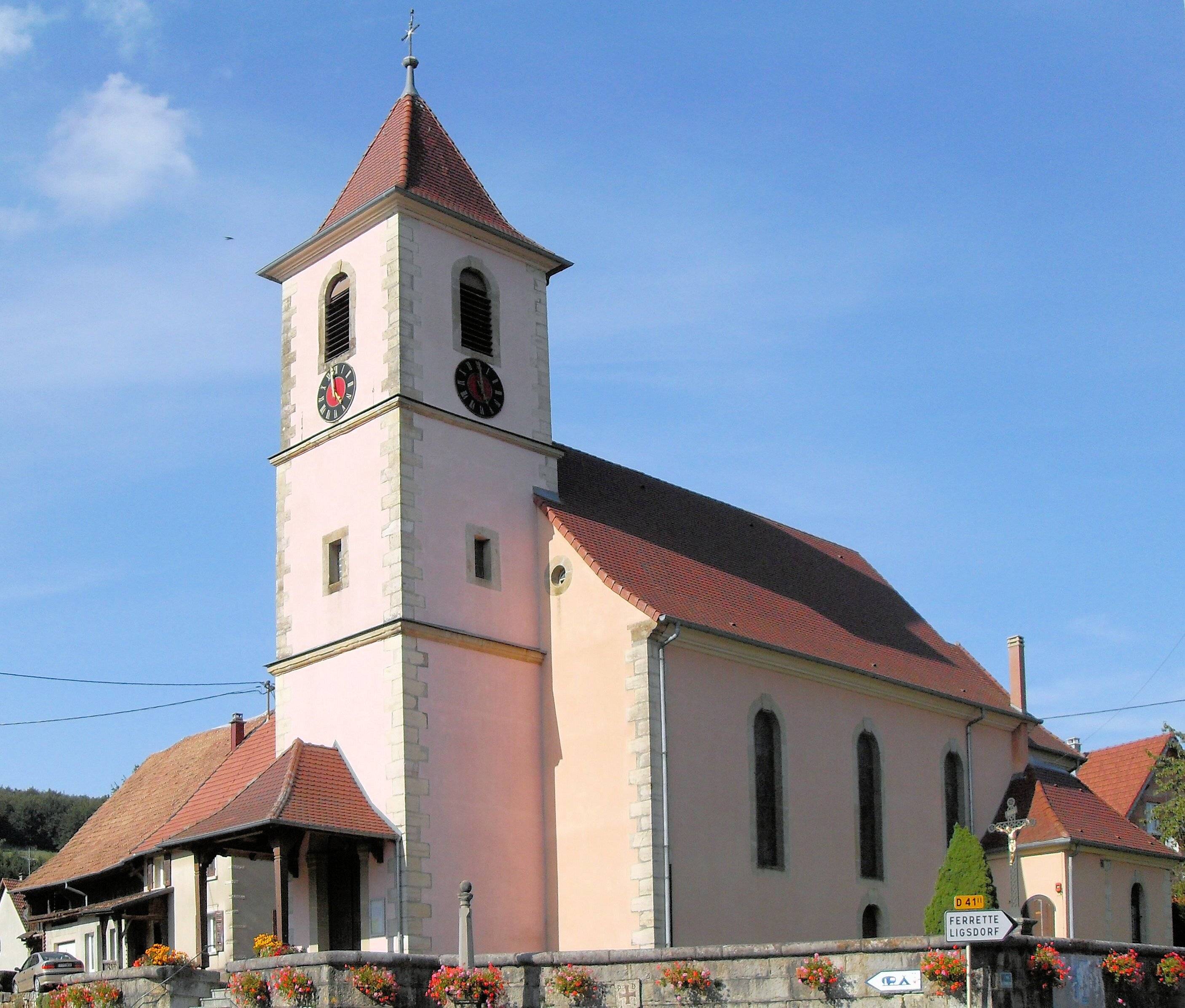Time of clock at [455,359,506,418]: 5:00
